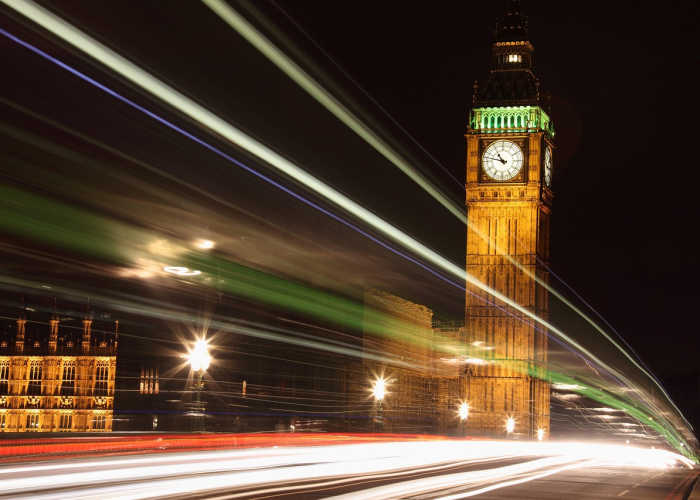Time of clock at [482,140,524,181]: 10:47
